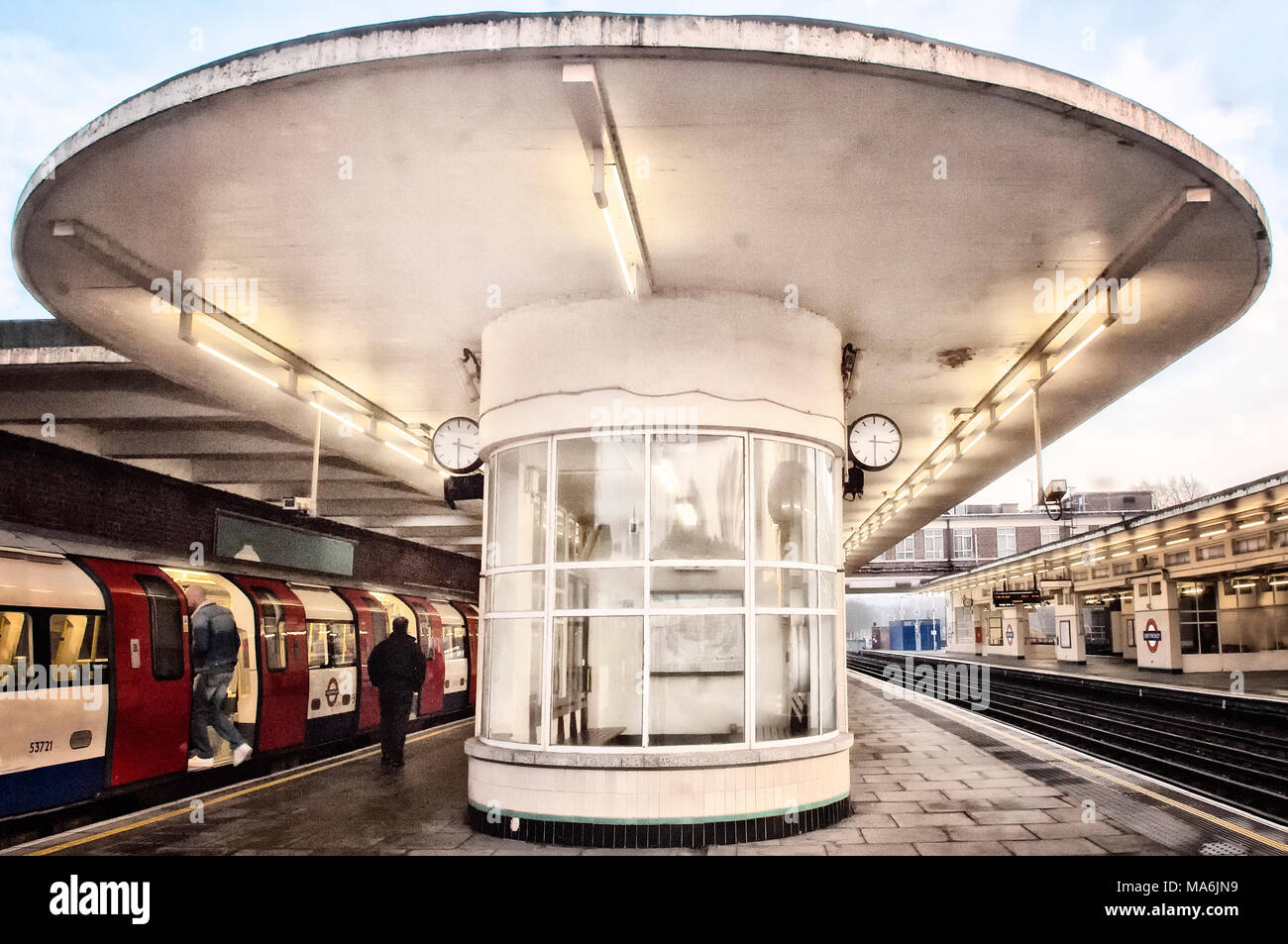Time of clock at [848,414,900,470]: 3:15
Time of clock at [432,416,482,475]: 3:30
